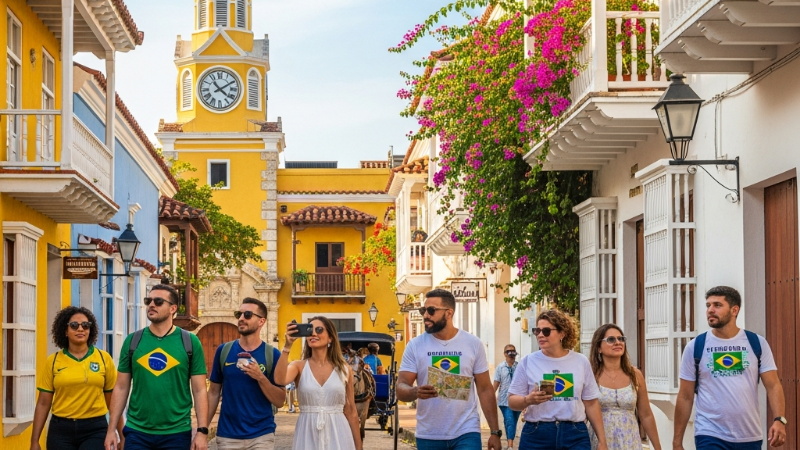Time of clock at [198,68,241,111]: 4:09
